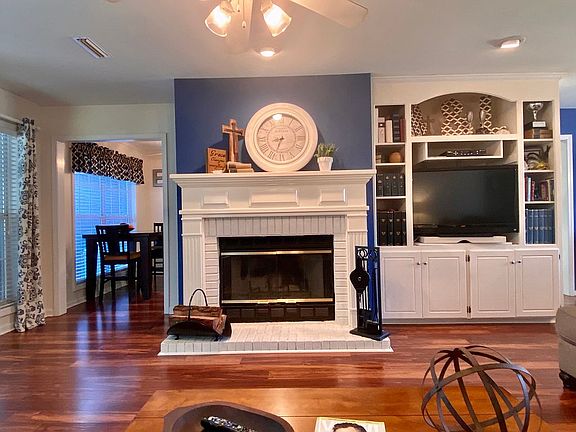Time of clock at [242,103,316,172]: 8:33
